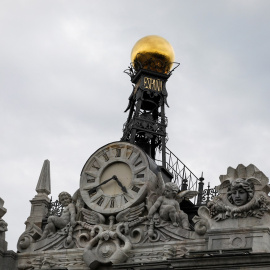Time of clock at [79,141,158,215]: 4:40
